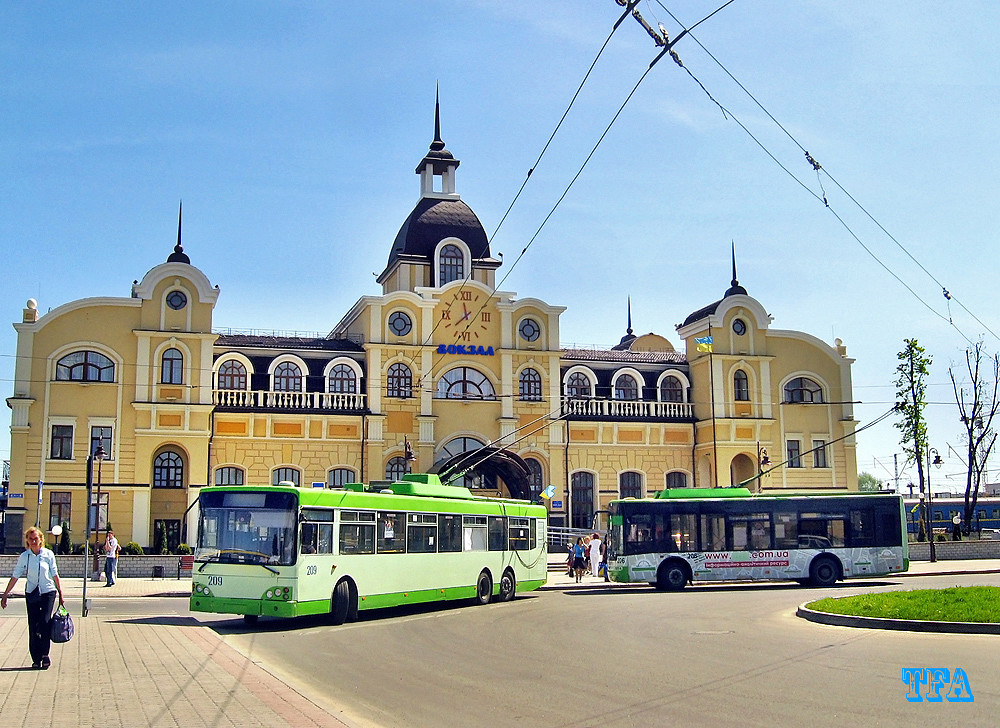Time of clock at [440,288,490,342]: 11:37
